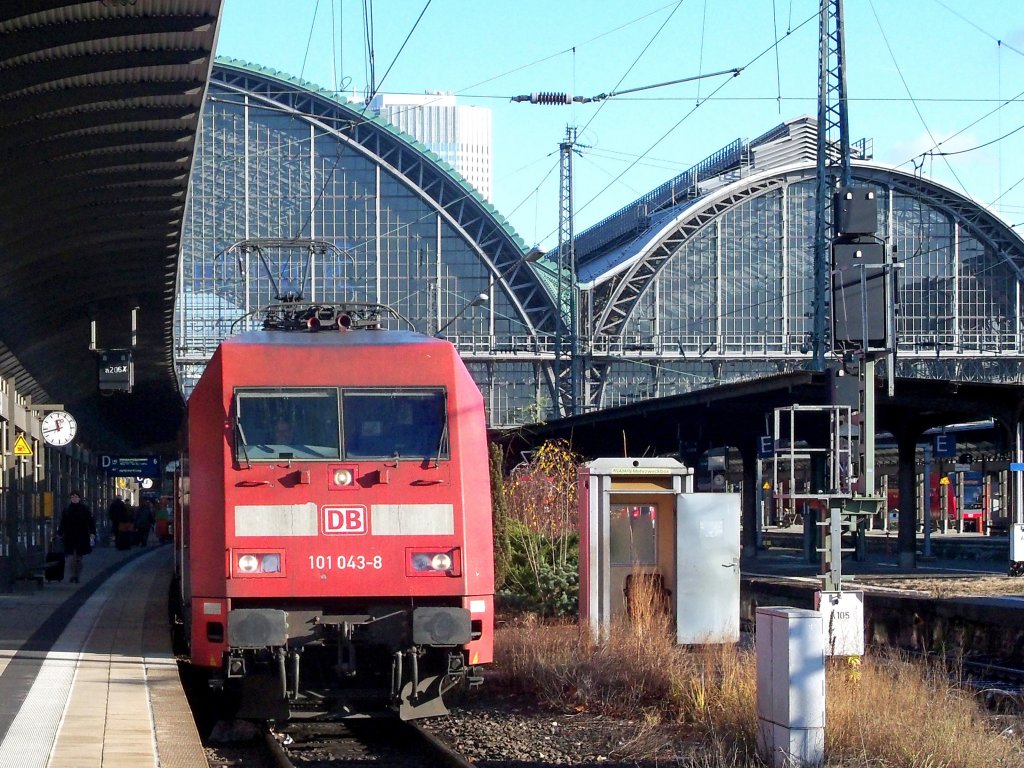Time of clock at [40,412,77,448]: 11:42
